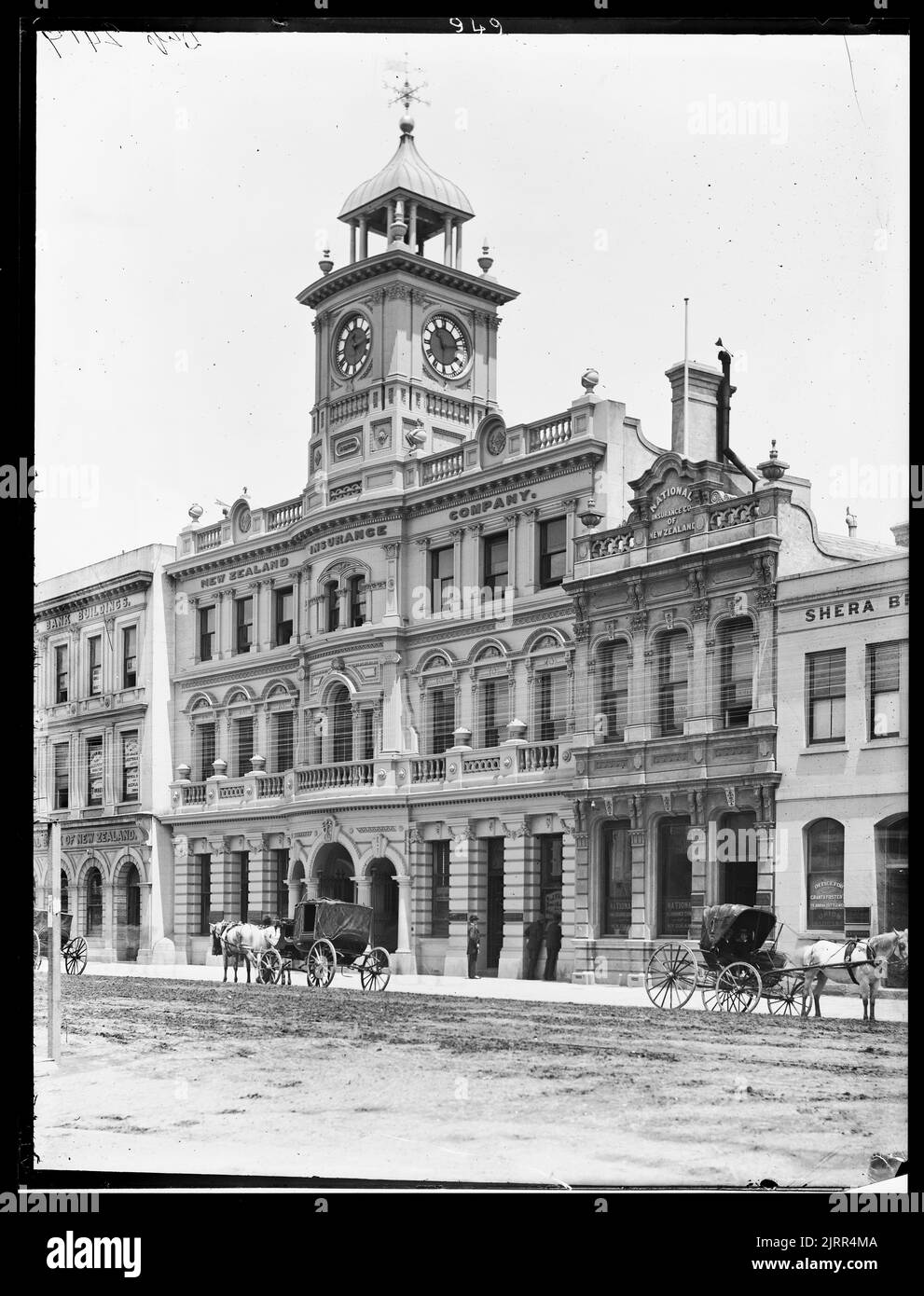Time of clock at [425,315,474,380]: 11:13
